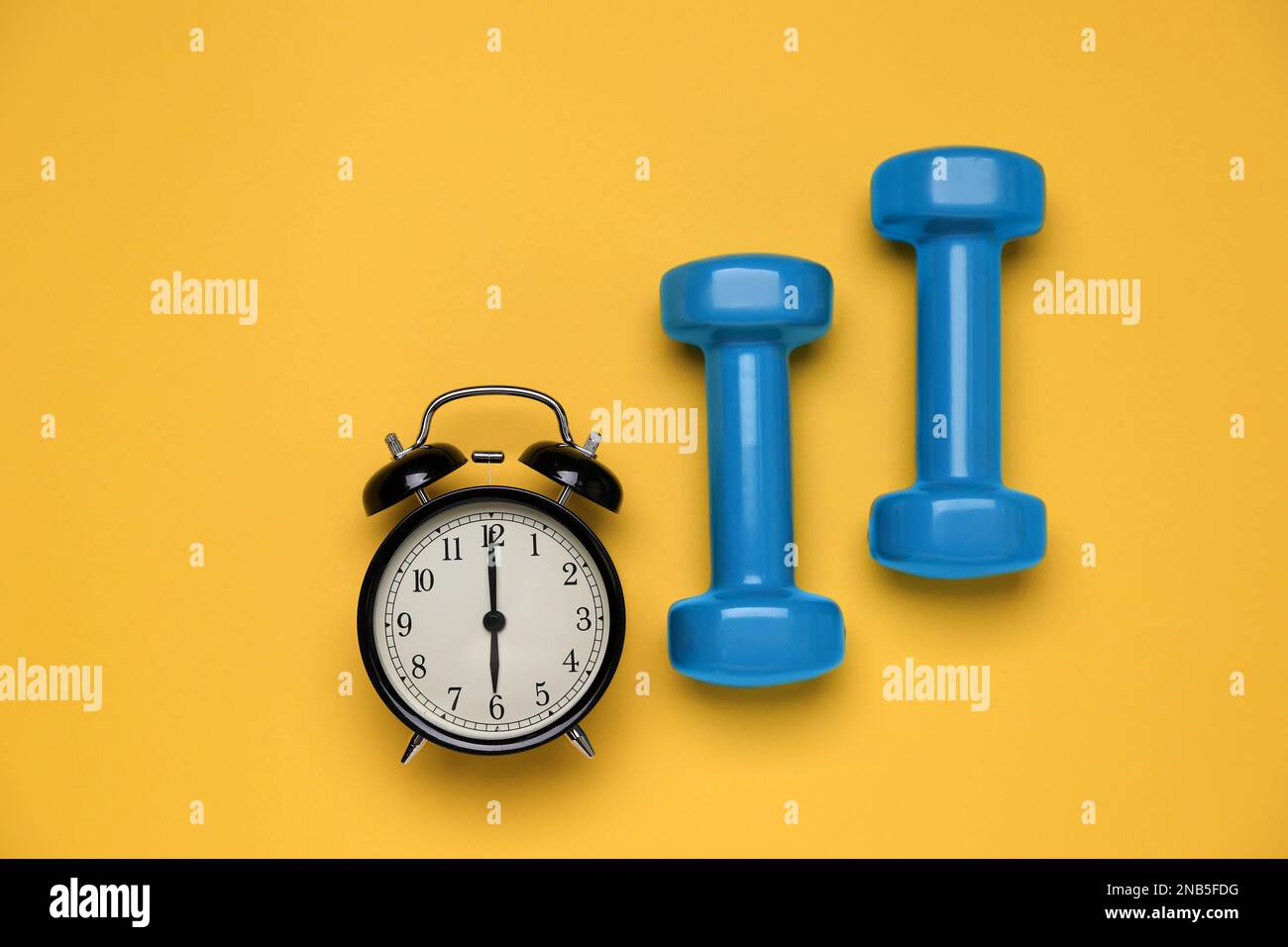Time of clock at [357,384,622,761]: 6:00
